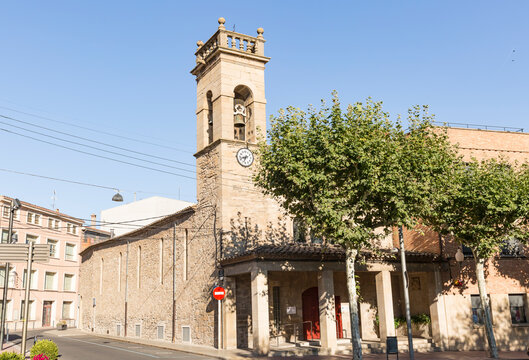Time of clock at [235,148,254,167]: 8:33
